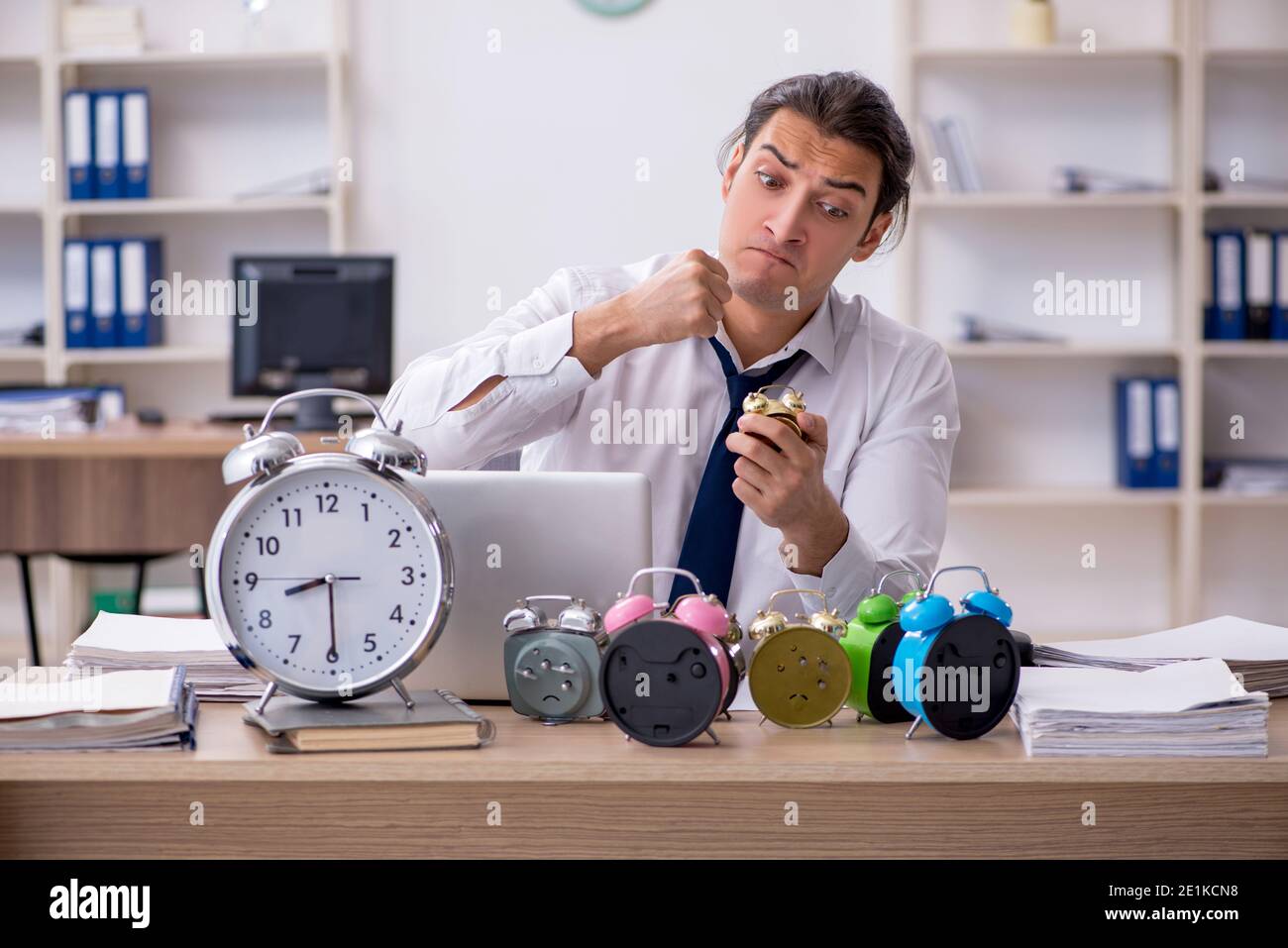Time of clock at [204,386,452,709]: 8:29
